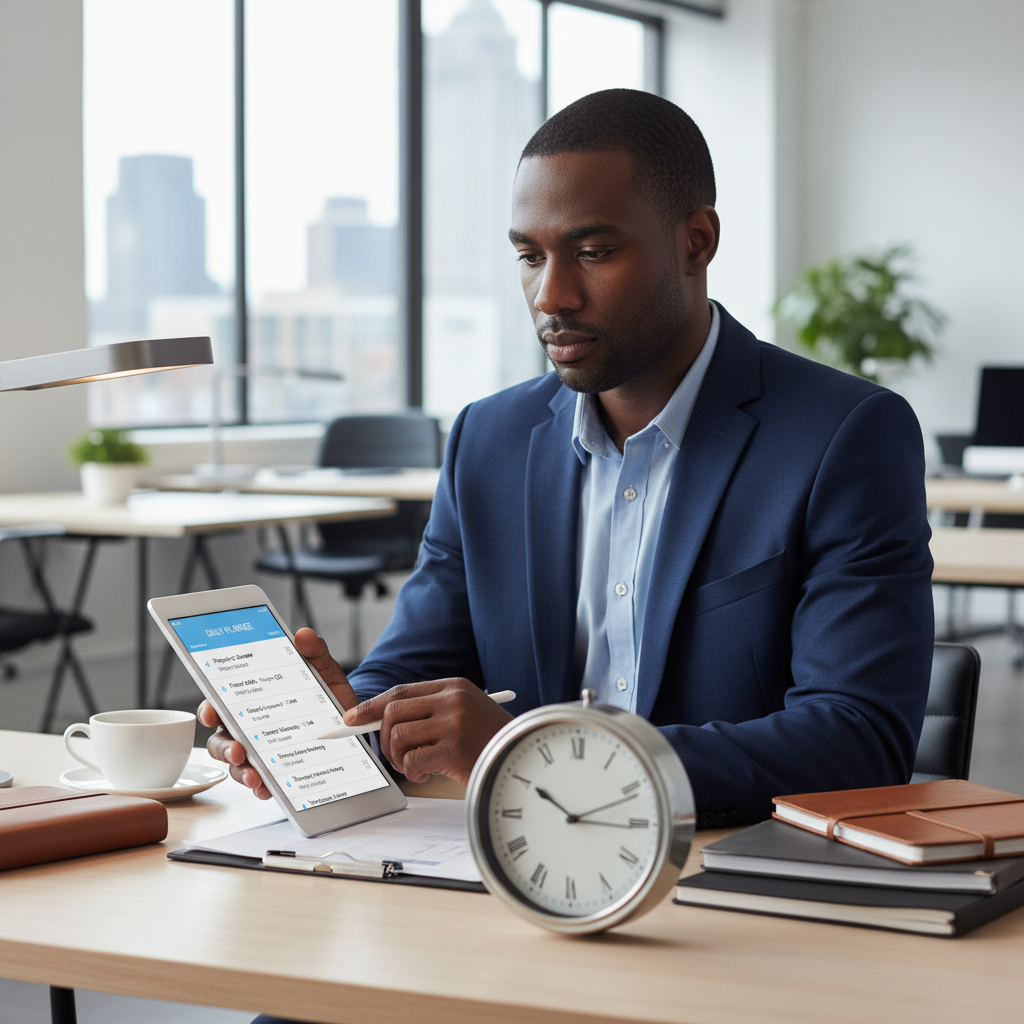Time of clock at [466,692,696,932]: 10:11
